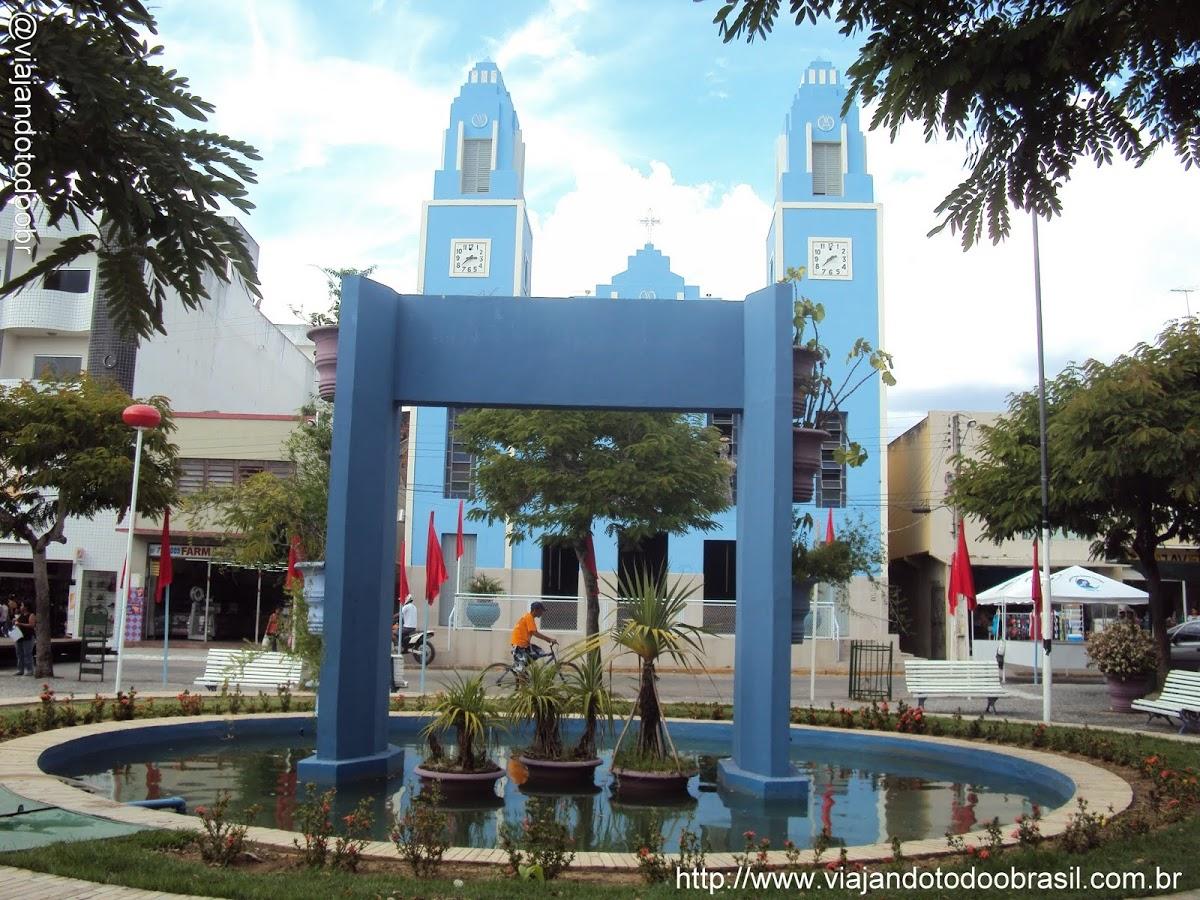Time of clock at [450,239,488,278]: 2:38
